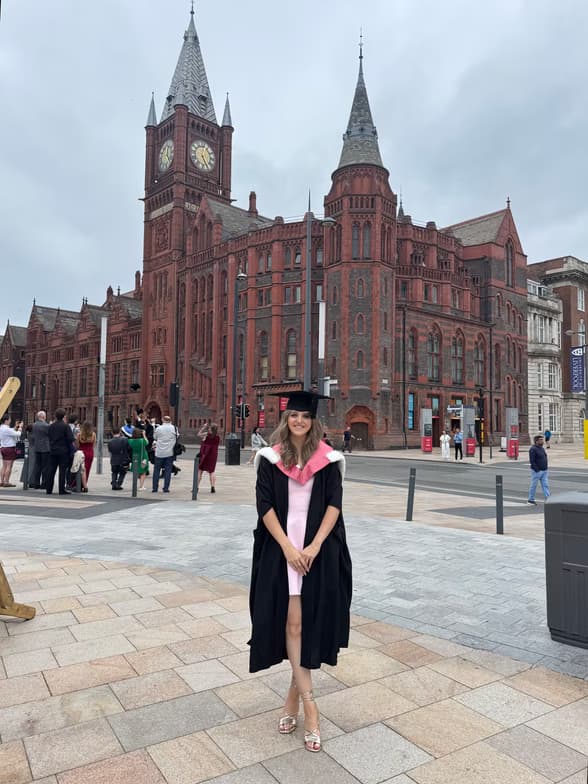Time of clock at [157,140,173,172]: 12:24
